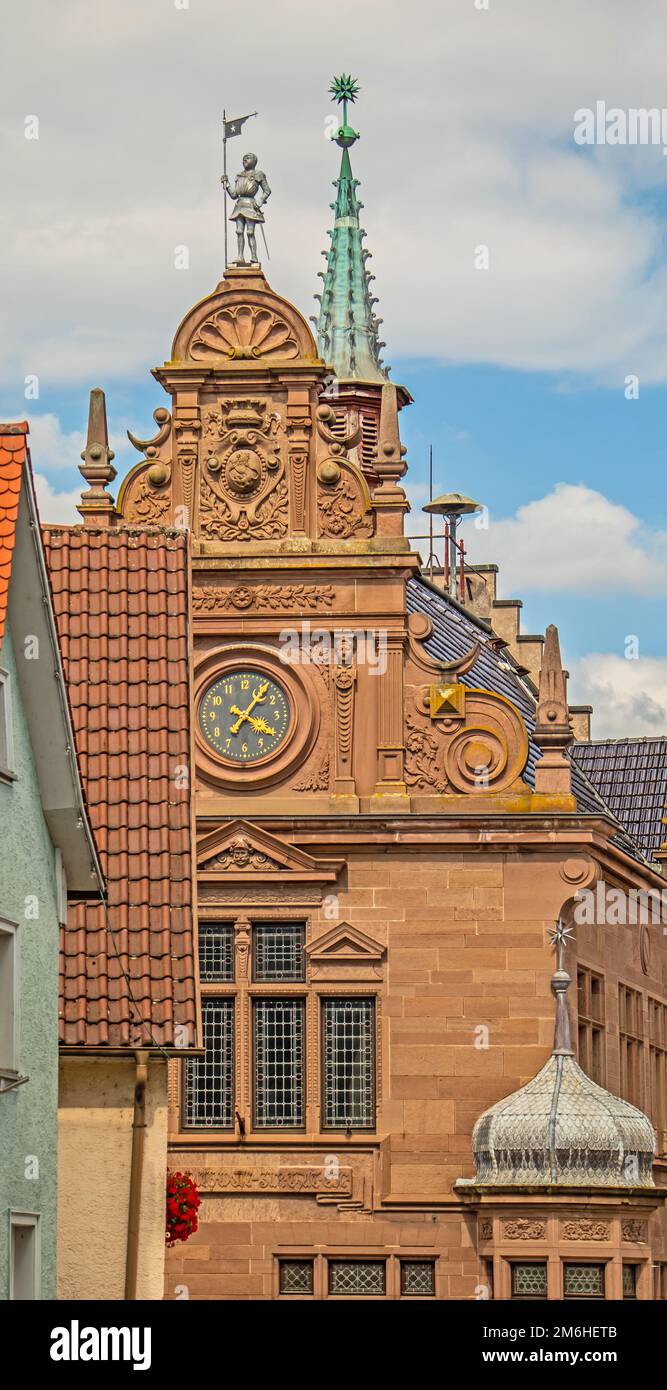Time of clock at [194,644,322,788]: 4:06
